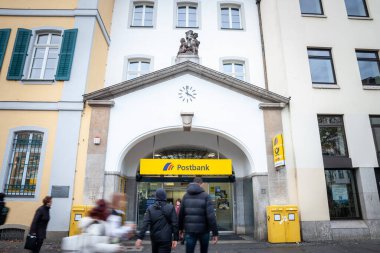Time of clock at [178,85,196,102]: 3:58
